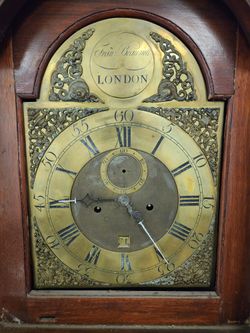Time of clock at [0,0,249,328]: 4:45
